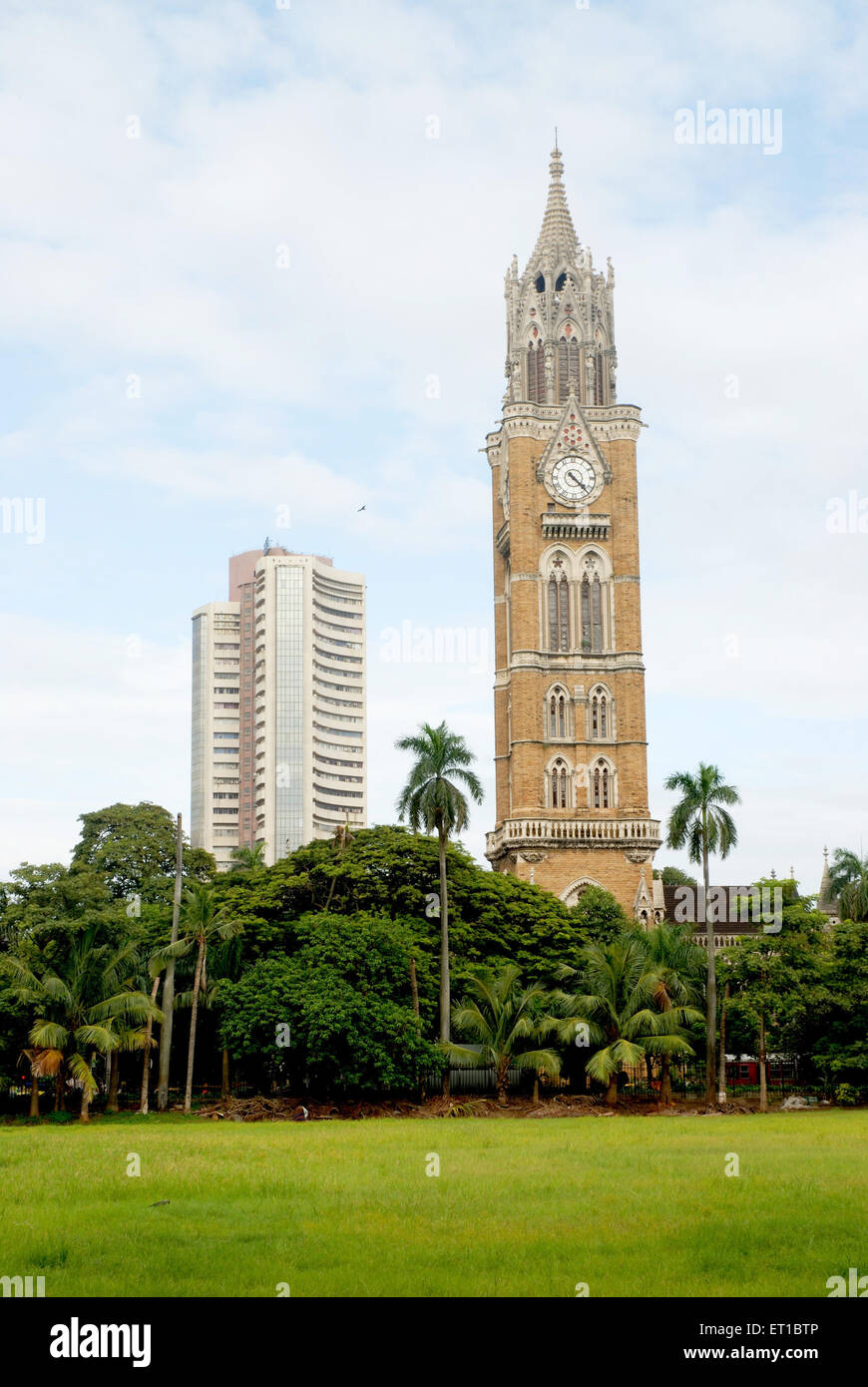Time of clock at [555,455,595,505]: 4:22
